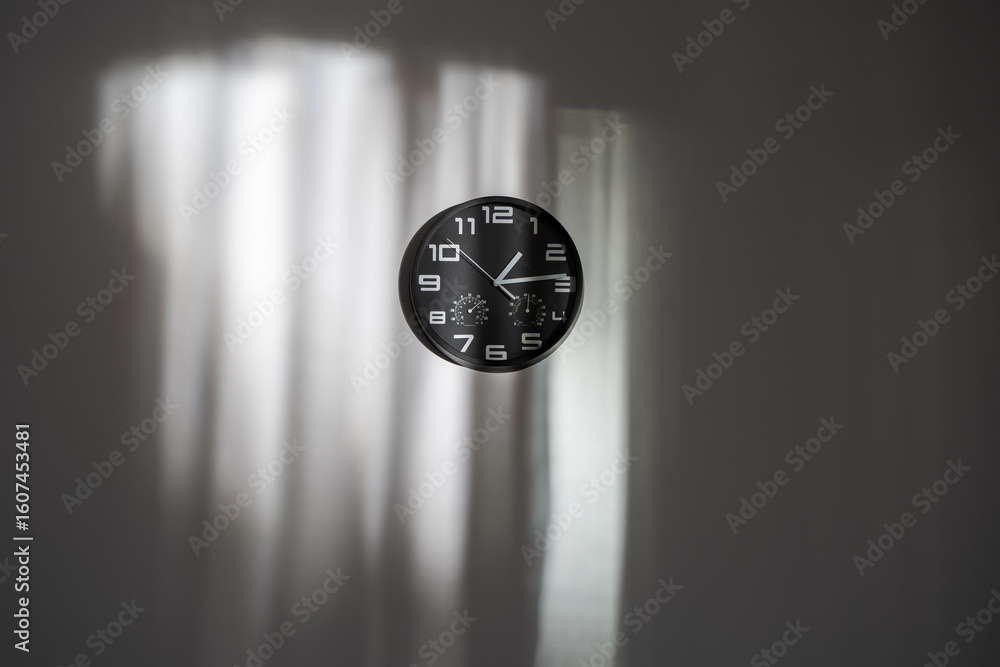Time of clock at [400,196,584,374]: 1:13
